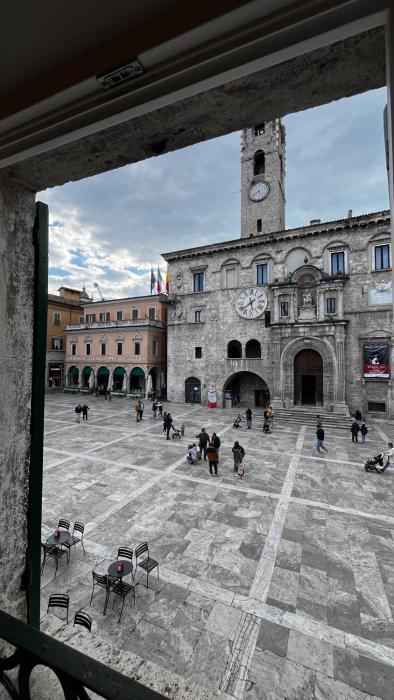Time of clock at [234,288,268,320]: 5:38
